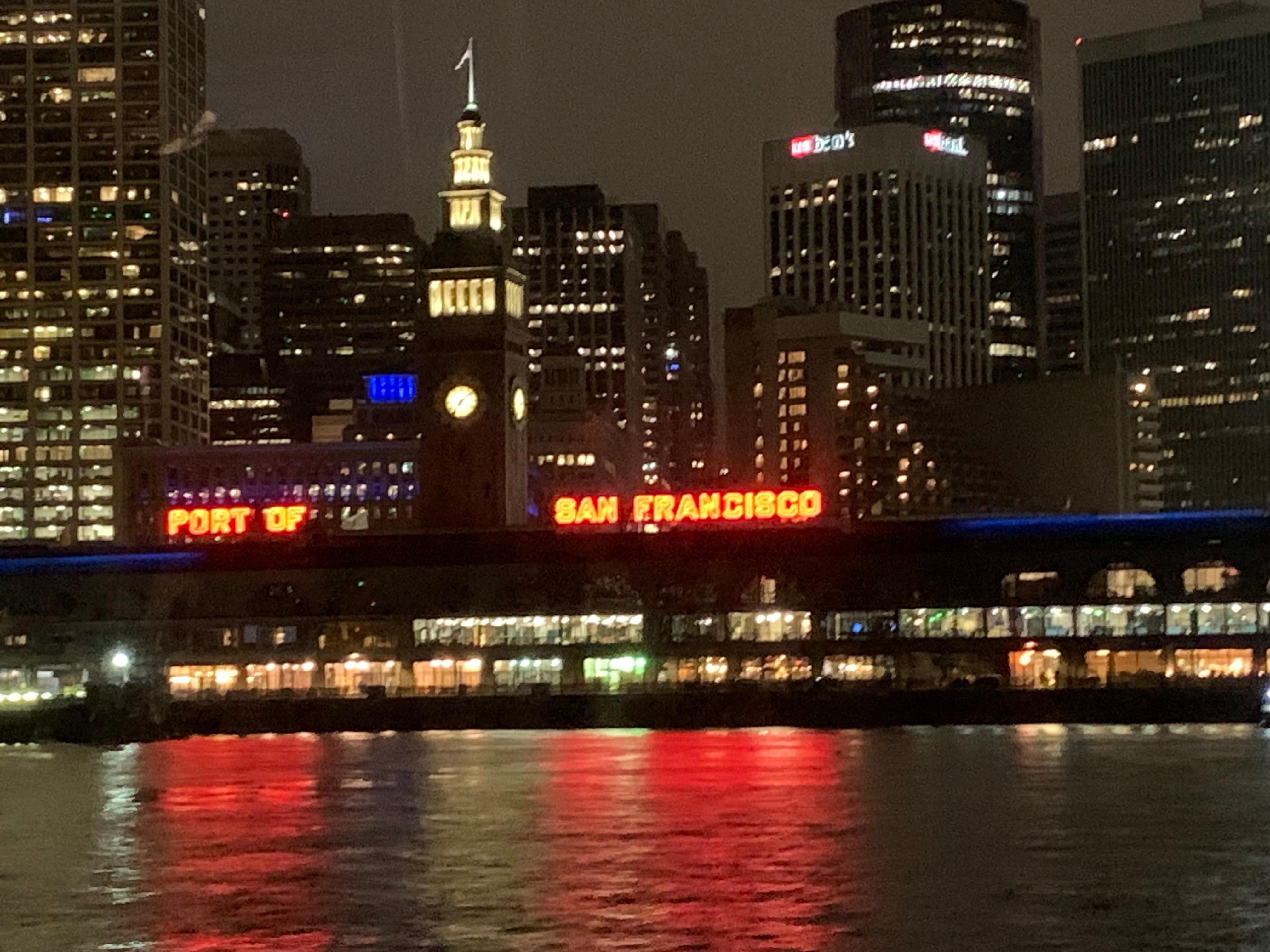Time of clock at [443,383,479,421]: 7:08
